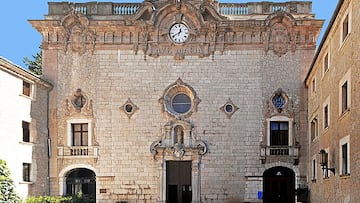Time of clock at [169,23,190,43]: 12:40
